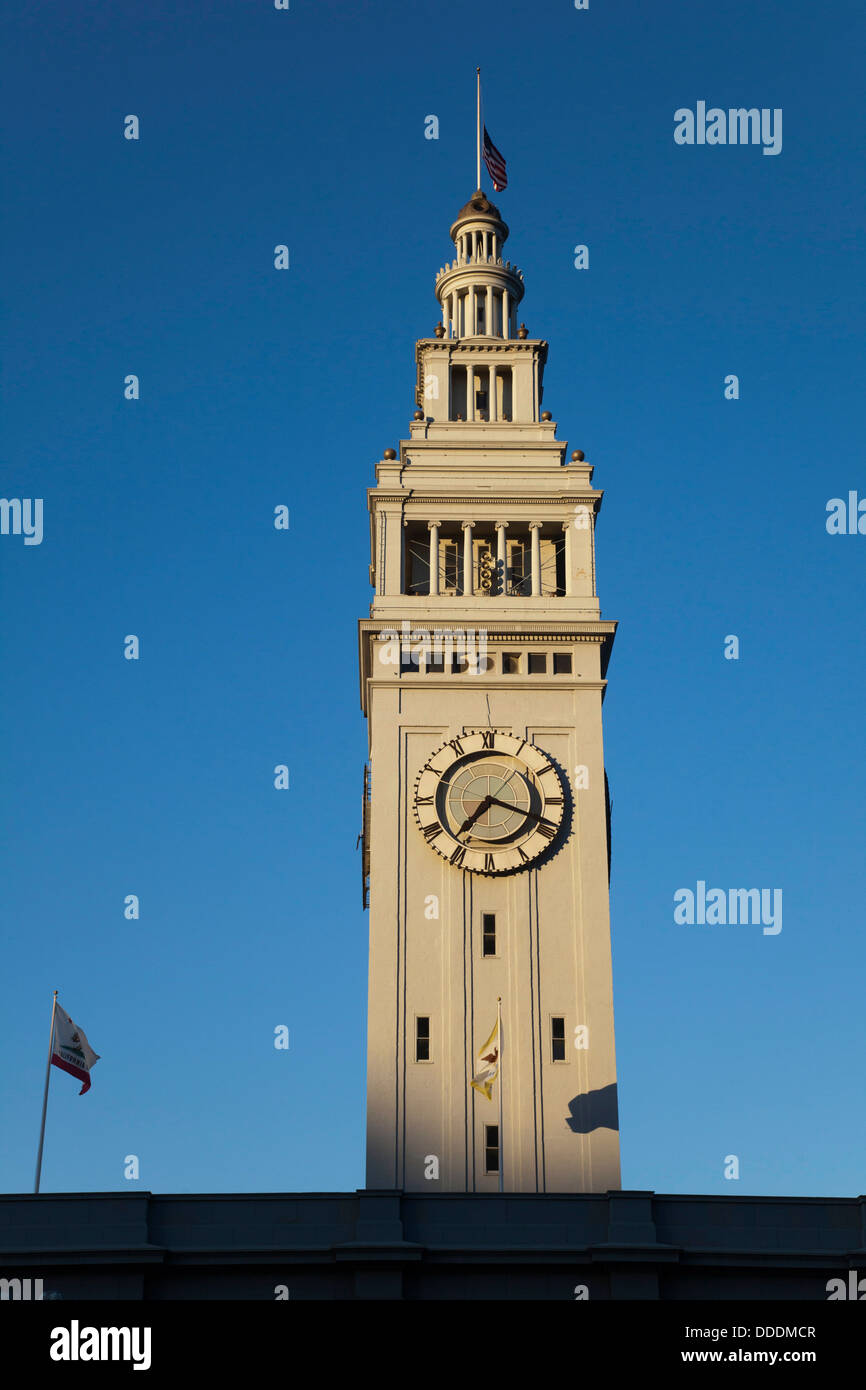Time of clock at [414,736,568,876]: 7:18
